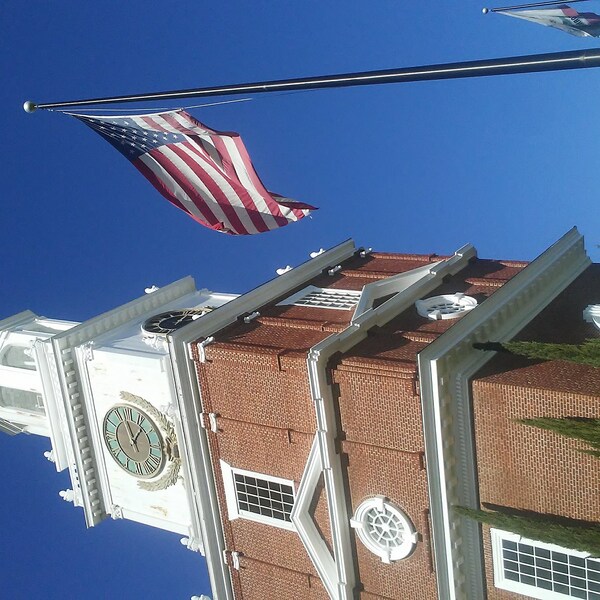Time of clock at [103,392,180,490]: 12:57
